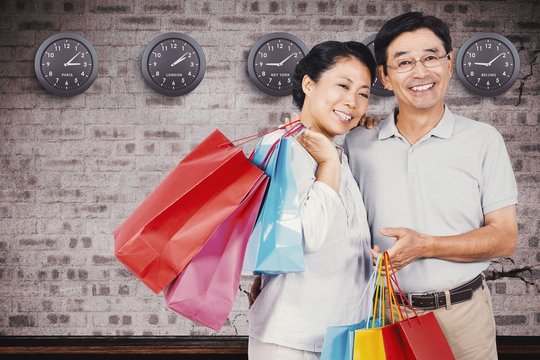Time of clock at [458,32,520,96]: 9:08
